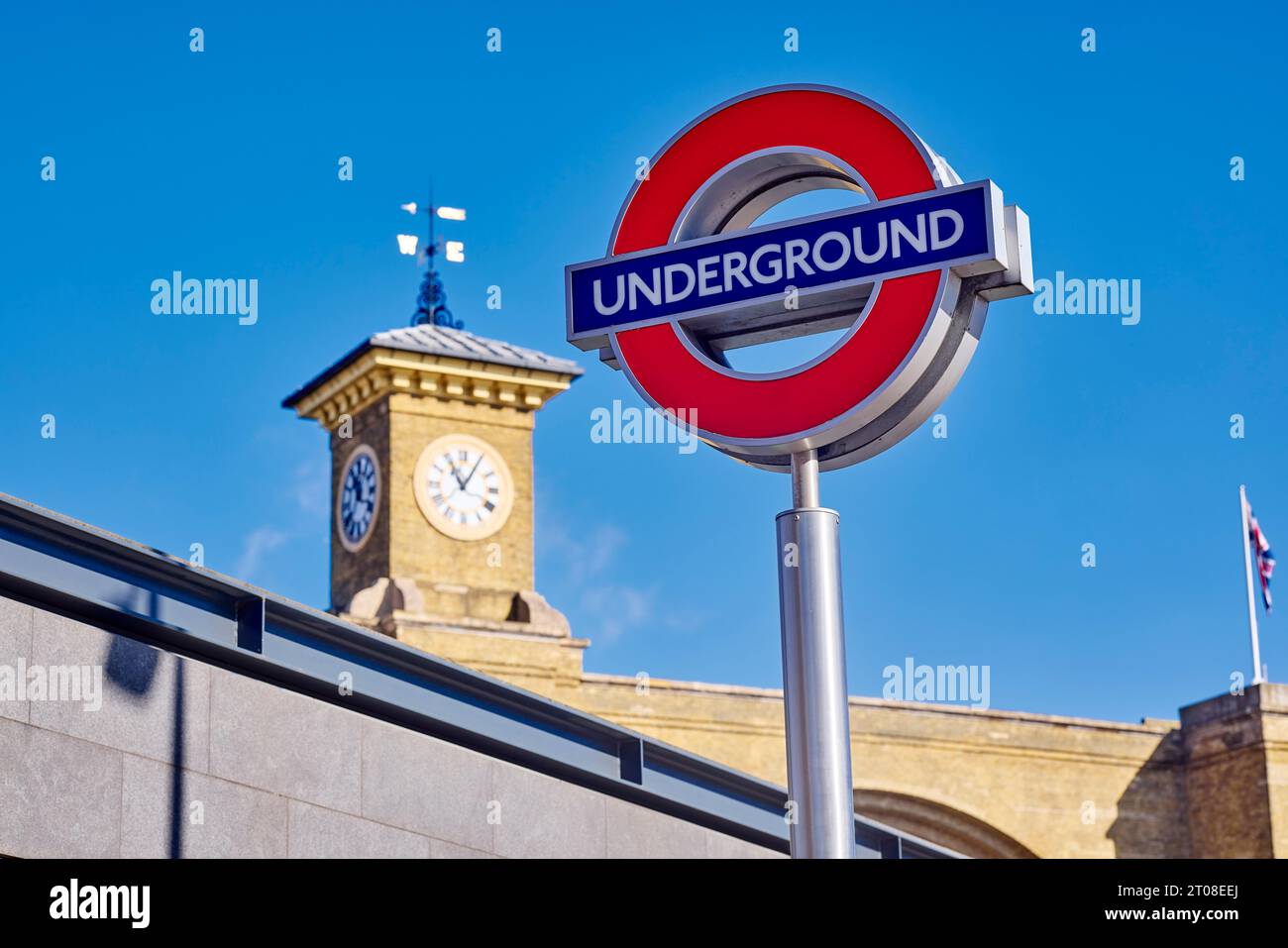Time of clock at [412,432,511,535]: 11:05
